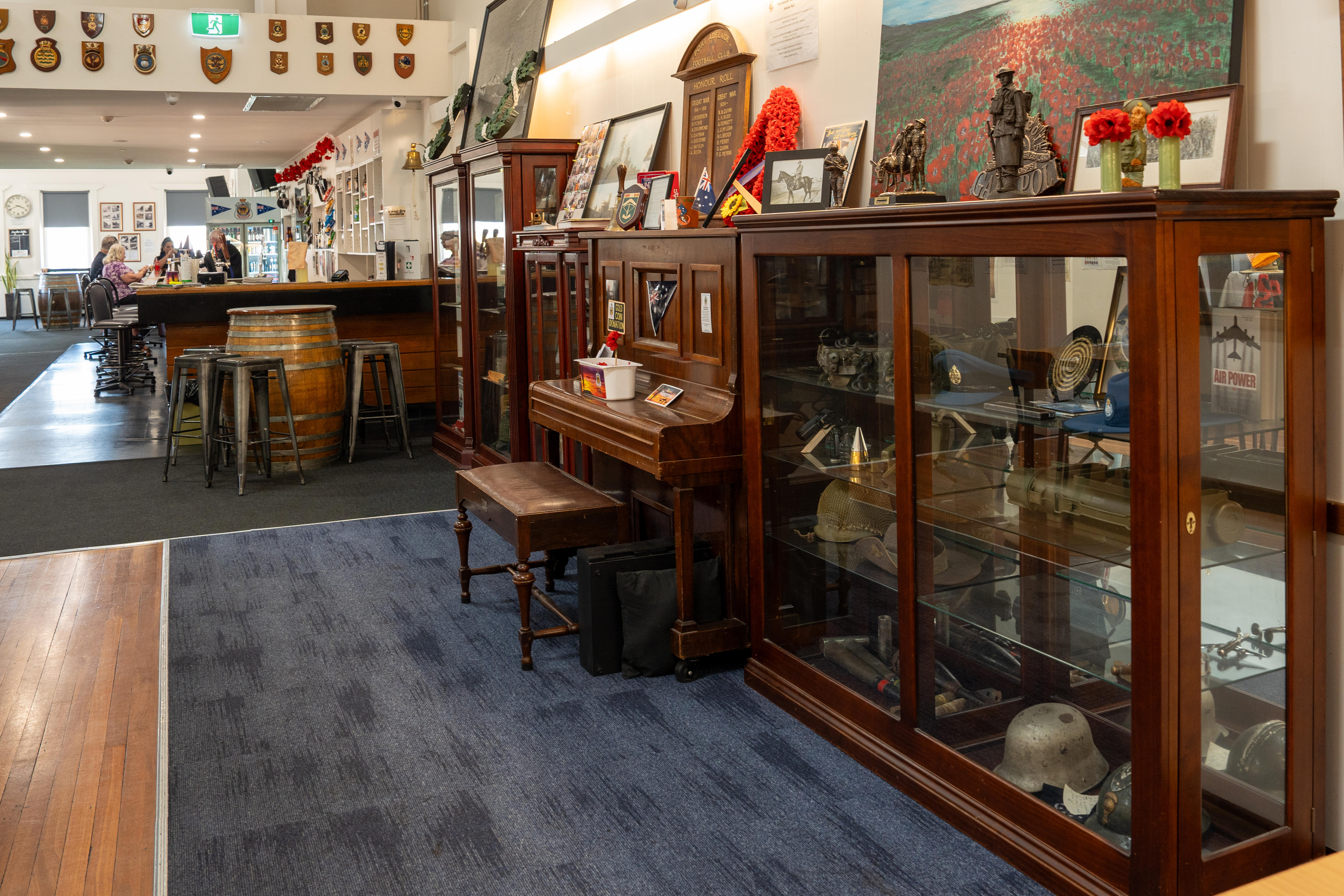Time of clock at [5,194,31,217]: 3:41
